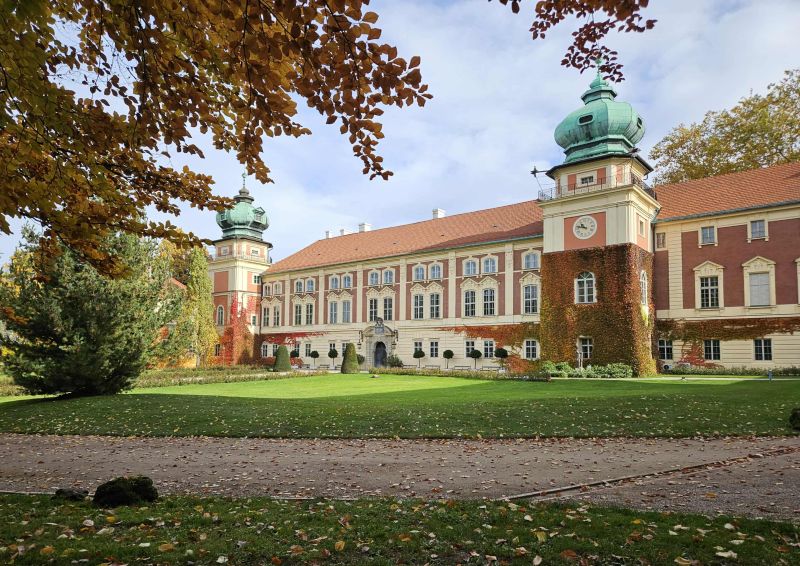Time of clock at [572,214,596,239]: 10:47
